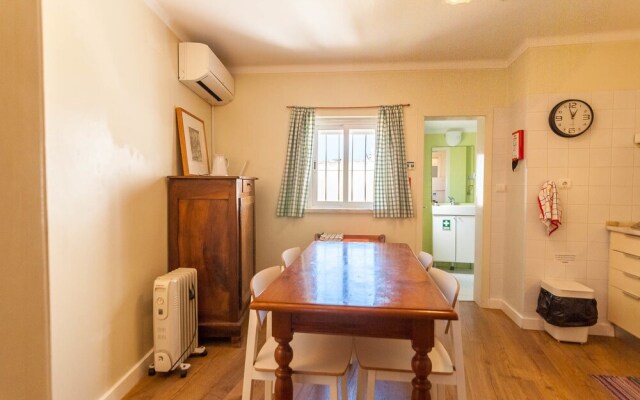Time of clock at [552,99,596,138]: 12:57
